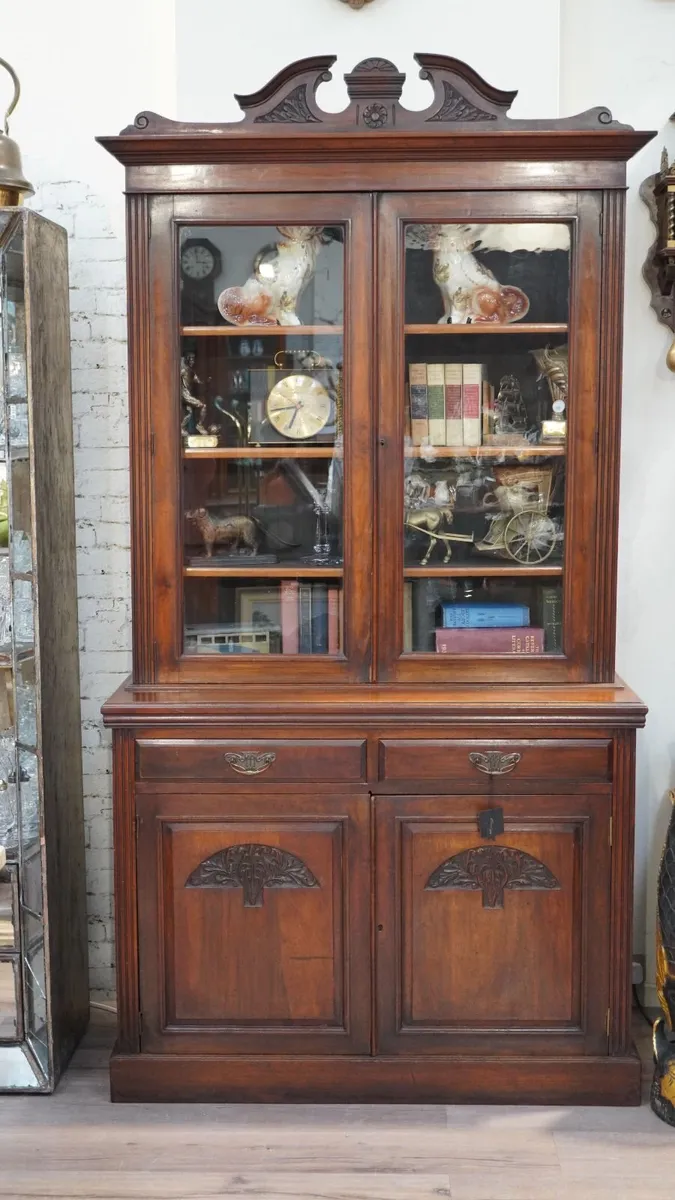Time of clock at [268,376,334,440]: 6:43
